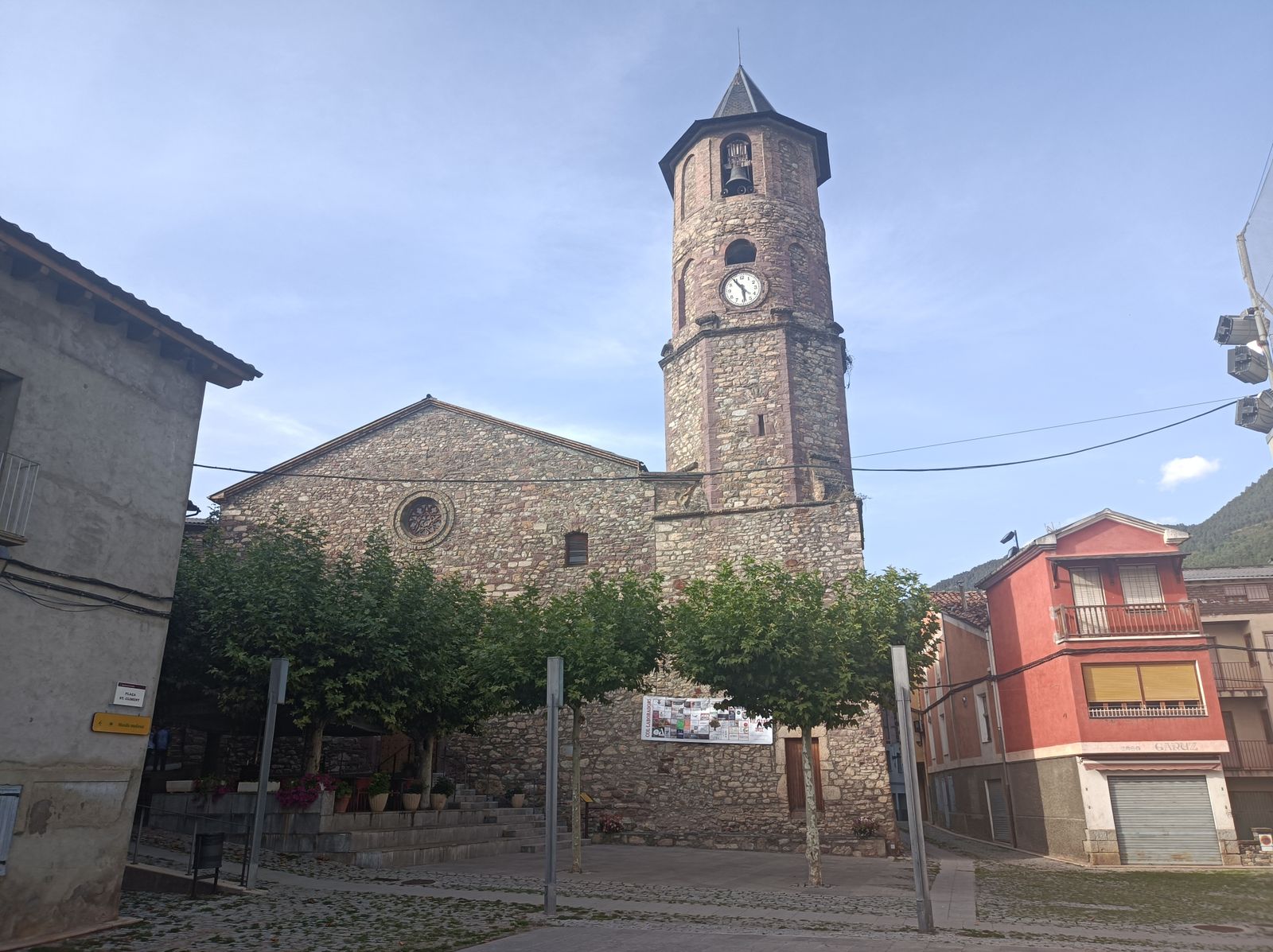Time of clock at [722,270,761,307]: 5:54
